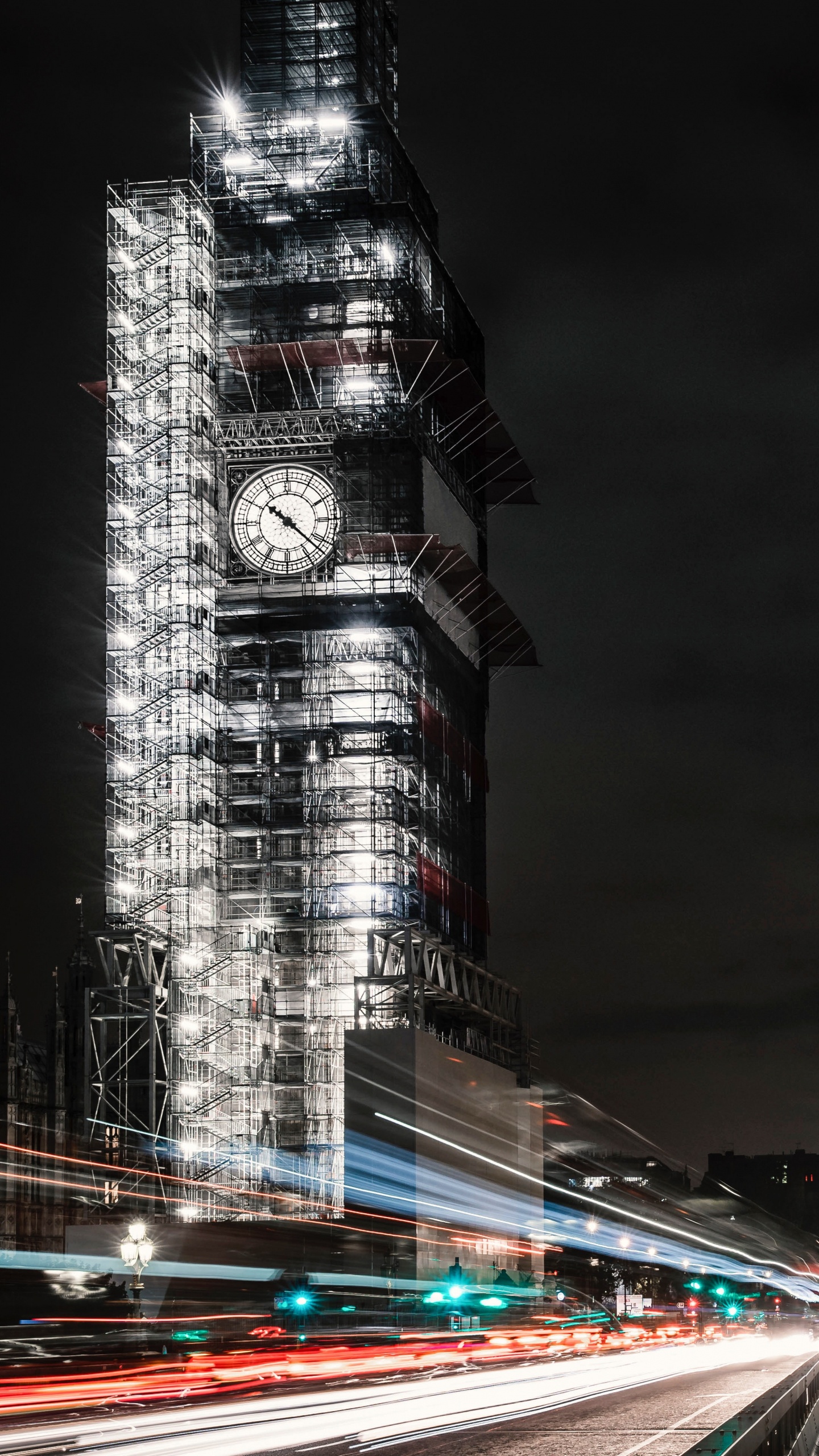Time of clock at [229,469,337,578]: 10:21
